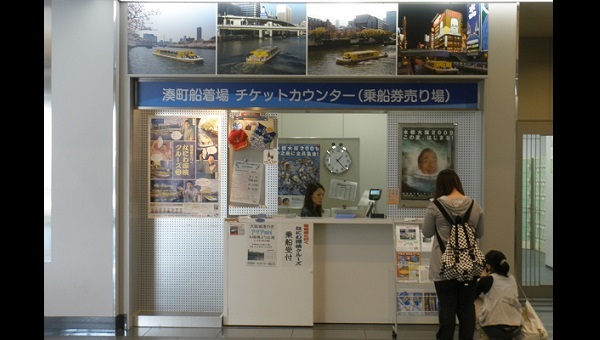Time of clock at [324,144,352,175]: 1:22
